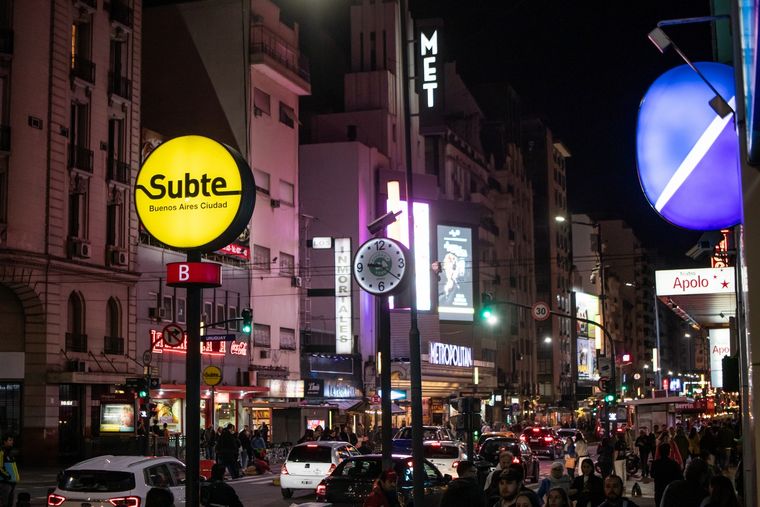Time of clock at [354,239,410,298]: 9:21
